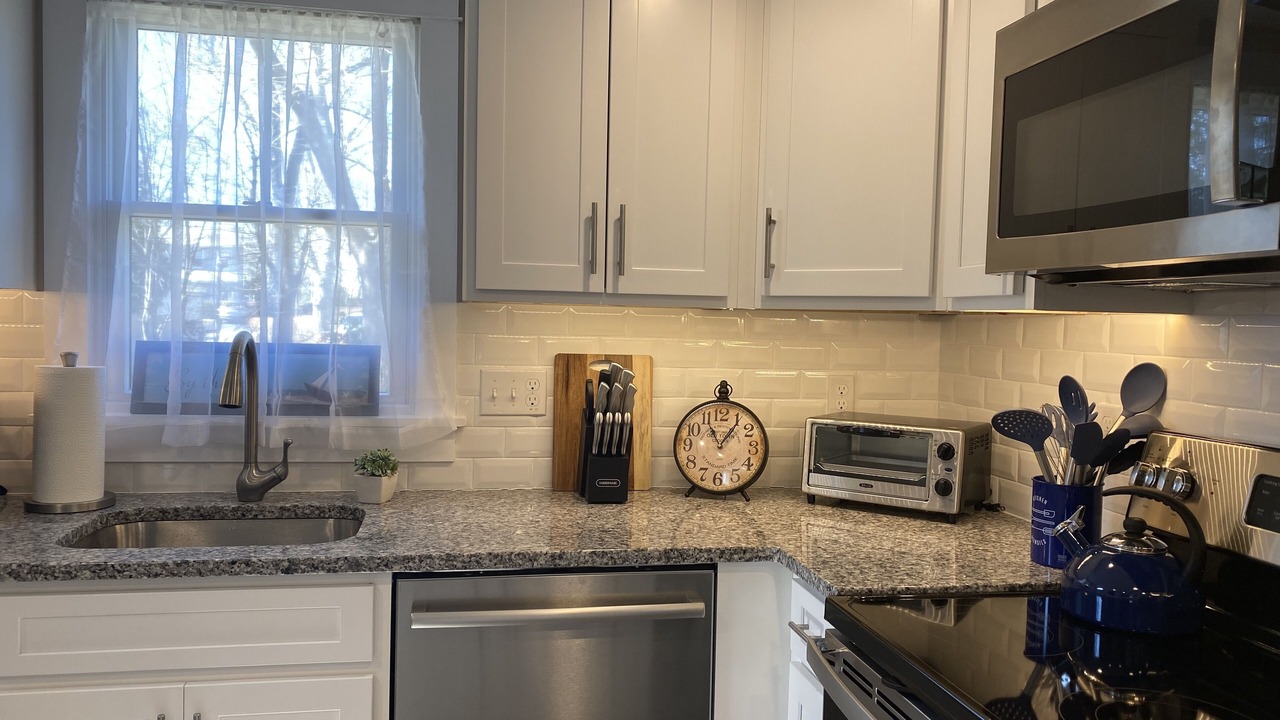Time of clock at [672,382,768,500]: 11:06
